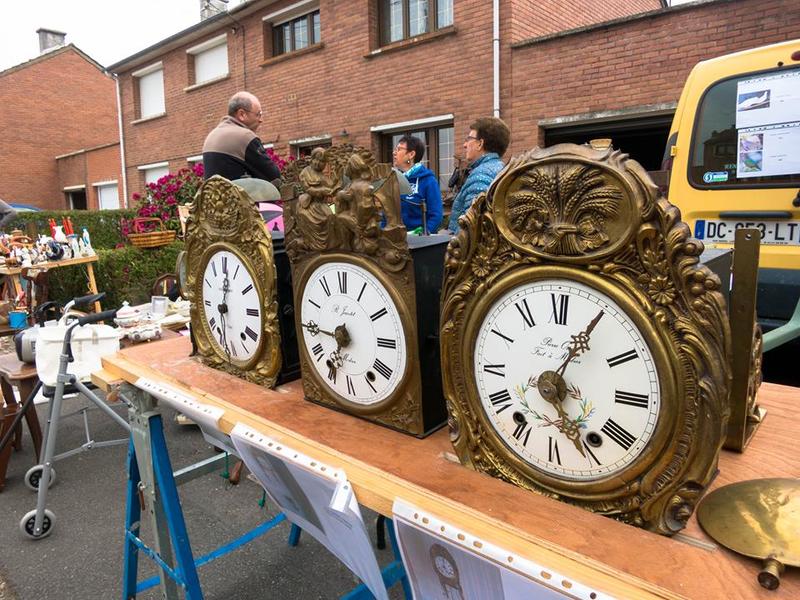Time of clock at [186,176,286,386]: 12:28
